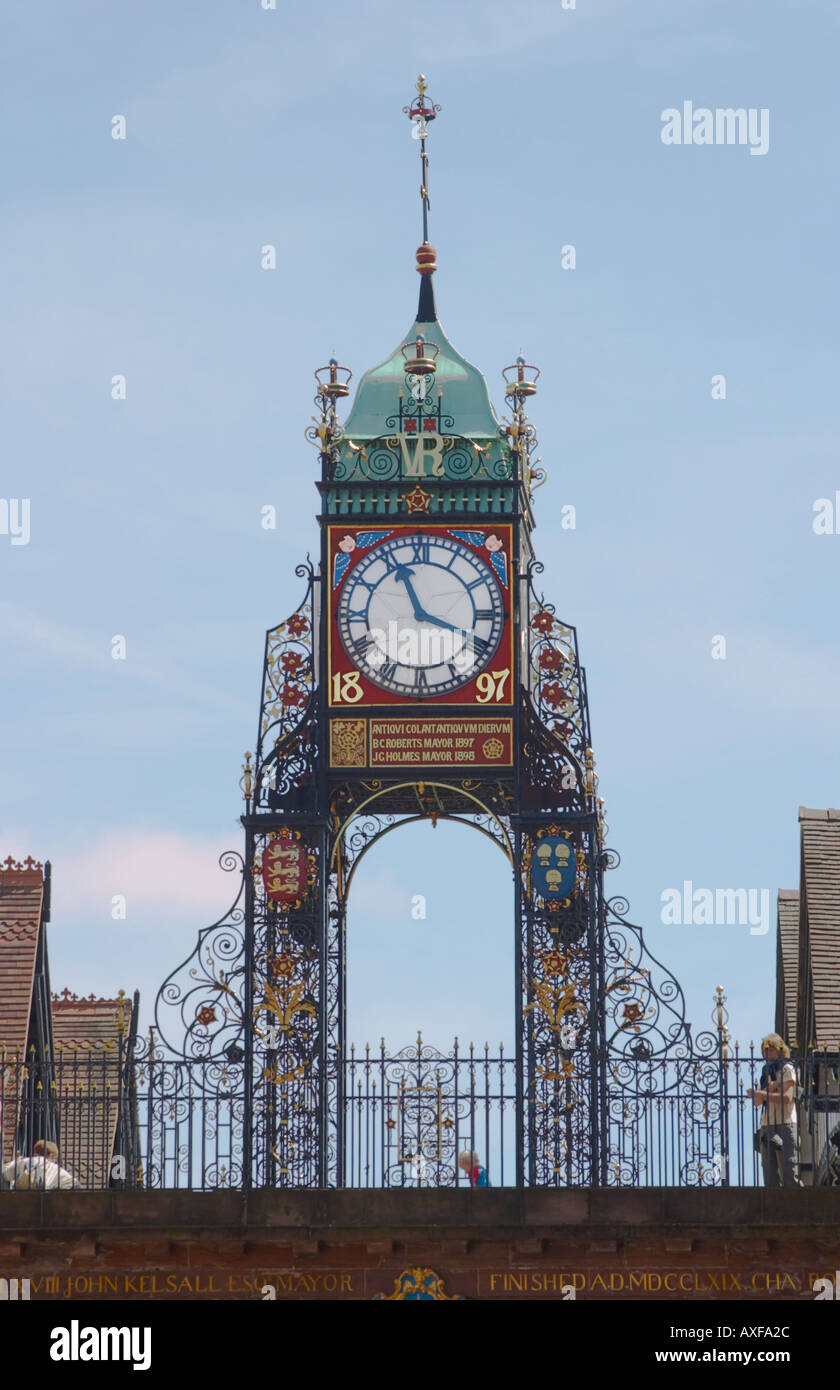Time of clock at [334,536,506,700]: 11:18
